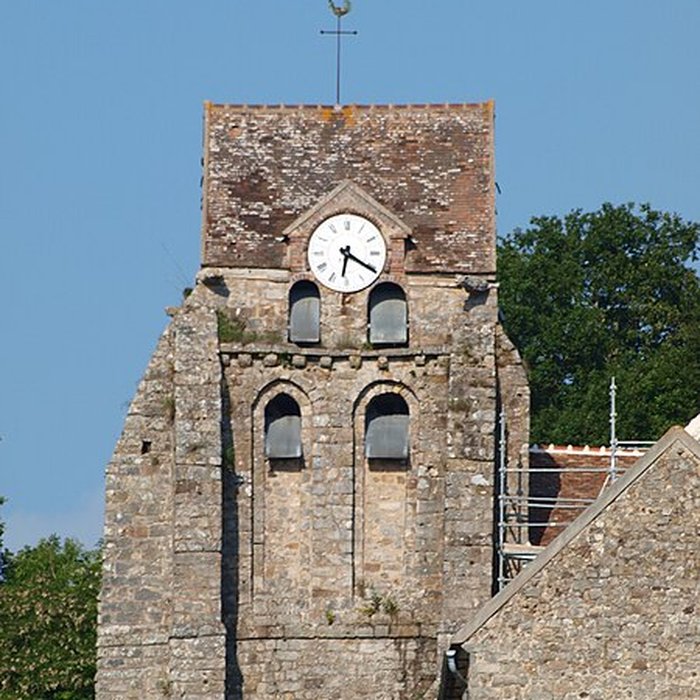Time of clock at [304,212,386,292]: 6:20
